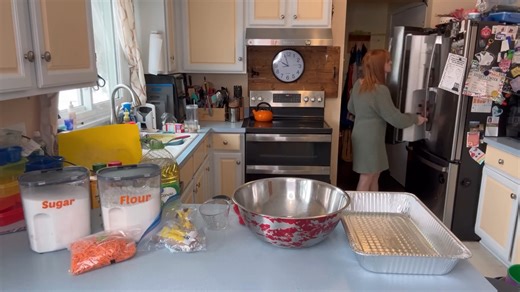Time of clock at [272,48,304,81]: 9:56
